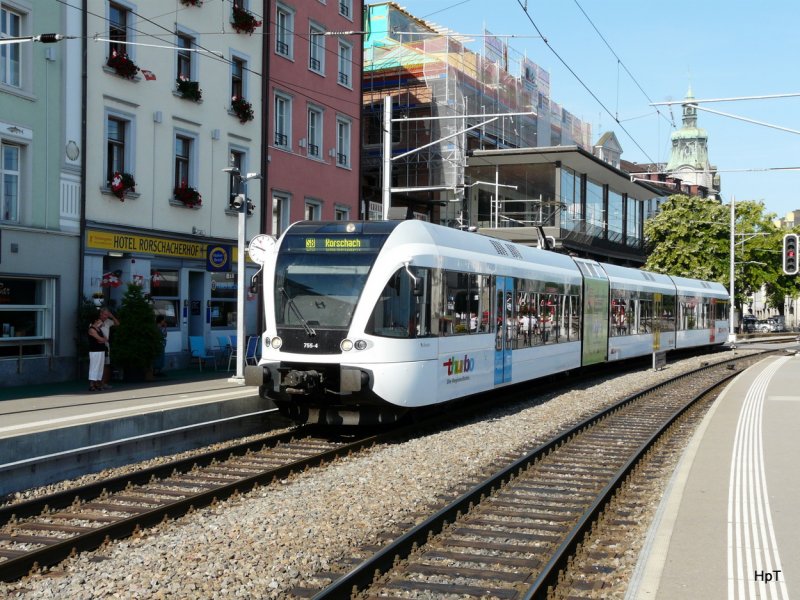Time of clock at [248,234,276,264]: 9:47
